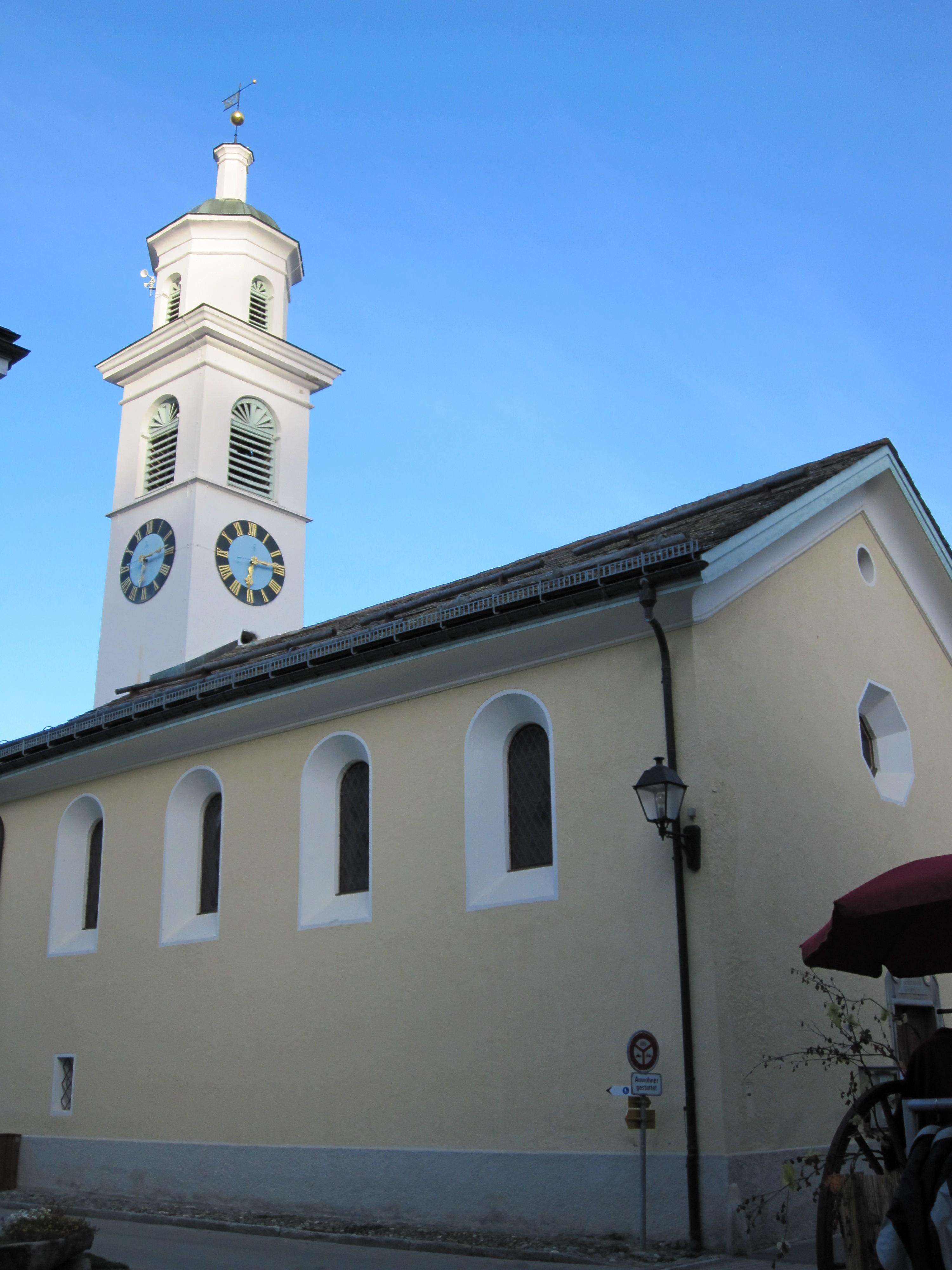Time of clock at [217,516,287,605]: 6:14
